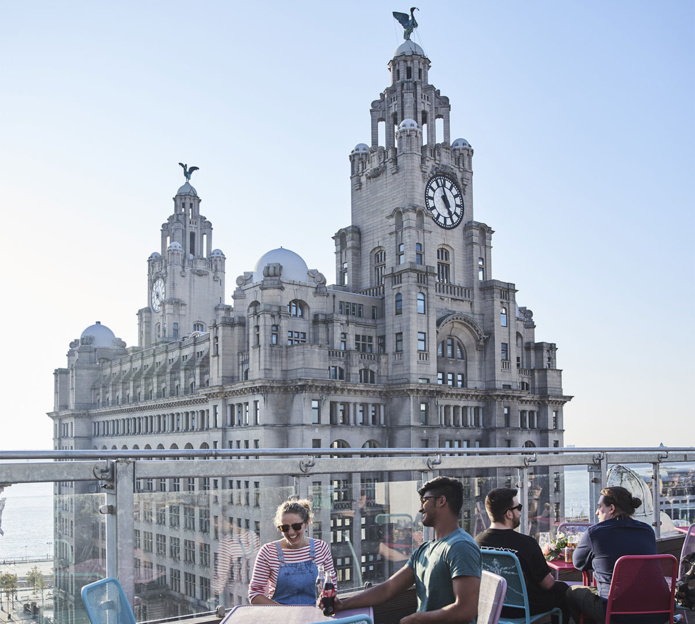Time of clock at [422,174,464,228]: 4:57
